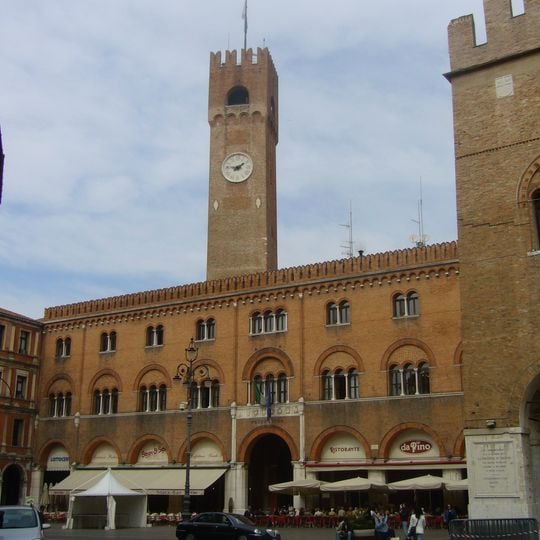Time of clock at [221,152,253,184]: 1:46
